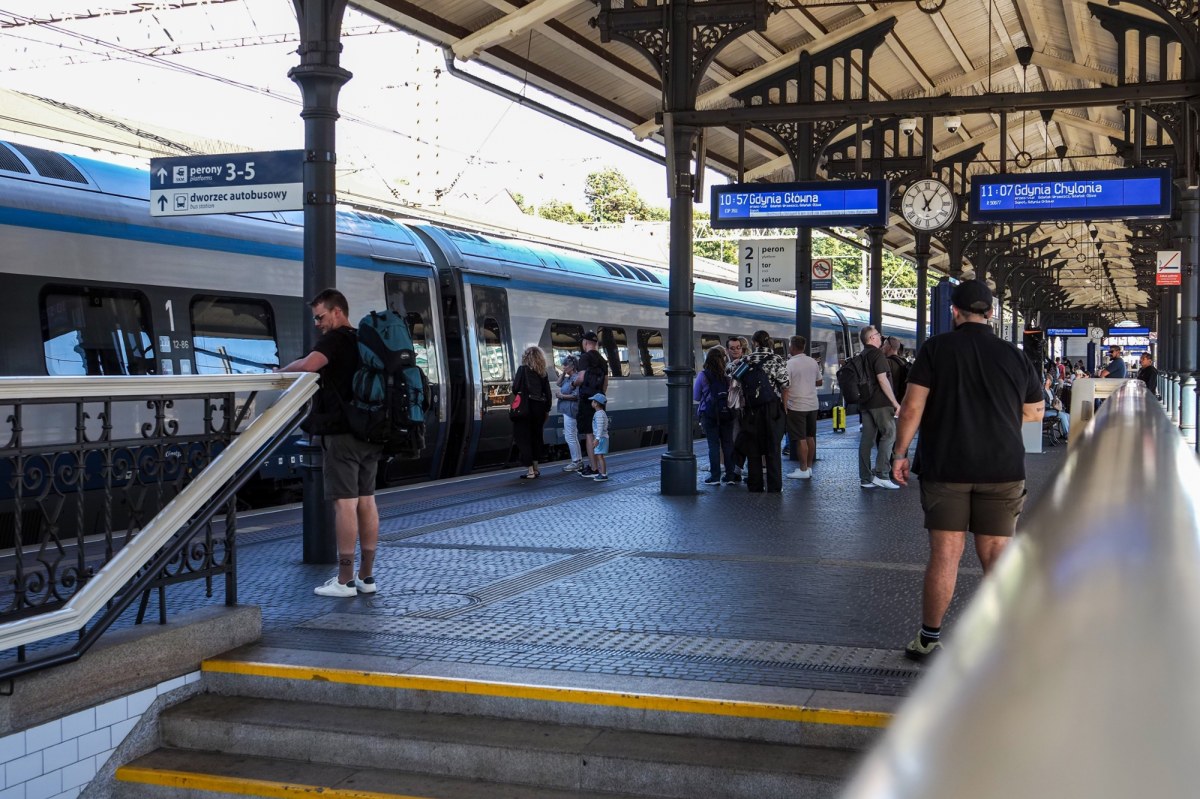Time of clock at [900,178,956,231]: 11:06
